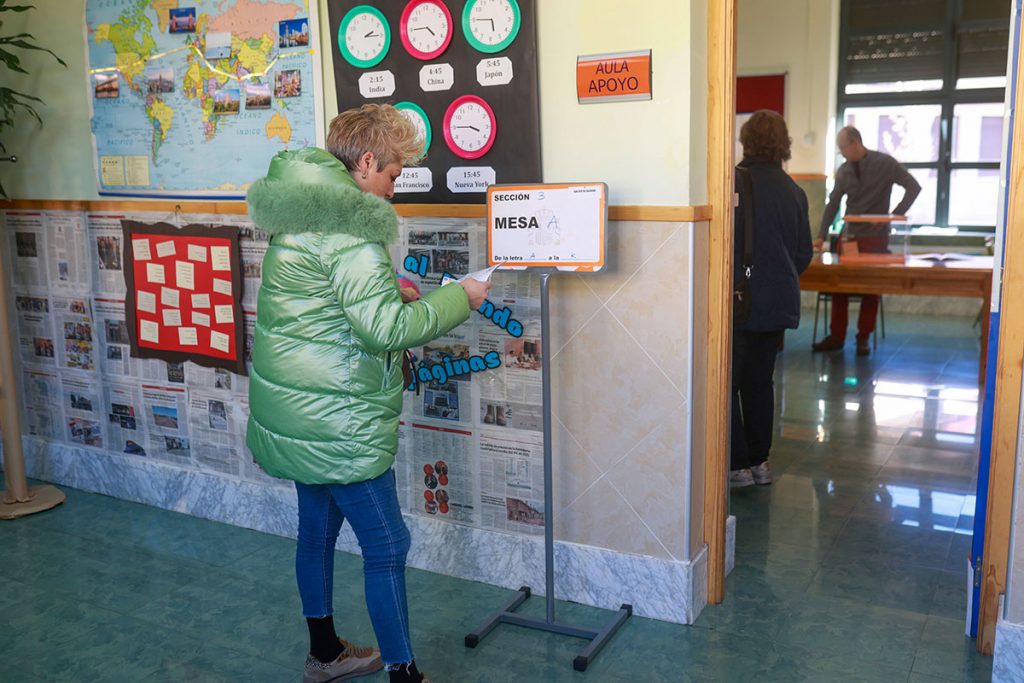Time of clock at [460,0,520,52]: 5:44
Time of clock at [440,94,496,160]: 3:44
